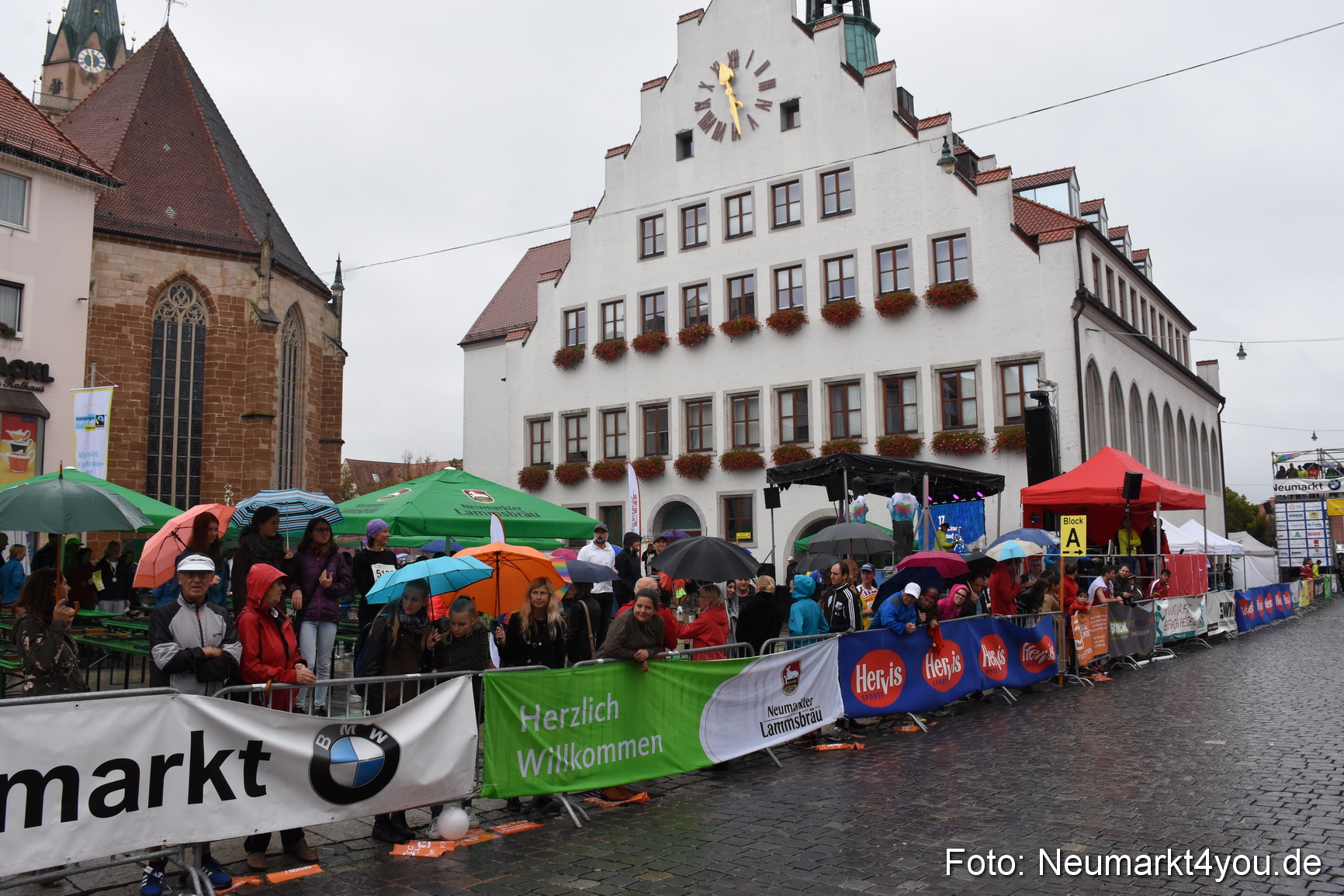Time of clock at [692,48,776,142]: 11:28
